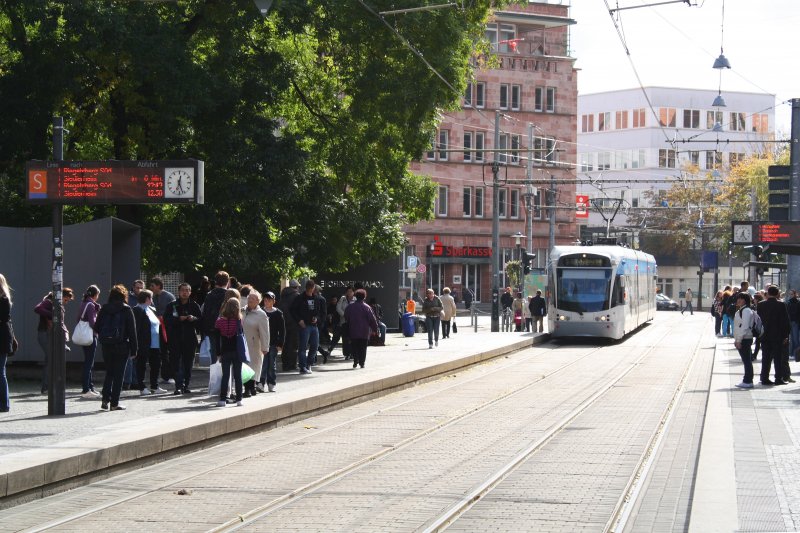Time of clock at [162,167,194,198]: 12:26
